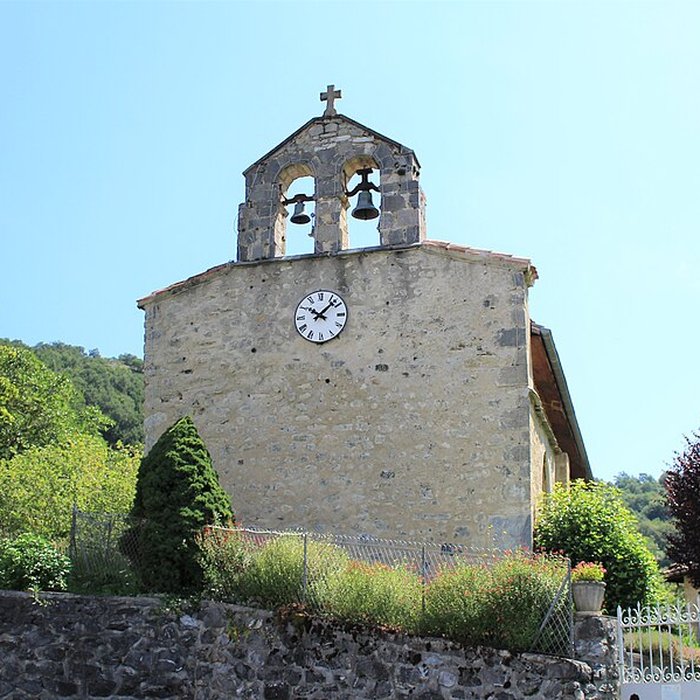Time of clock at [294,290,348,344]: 10:07
